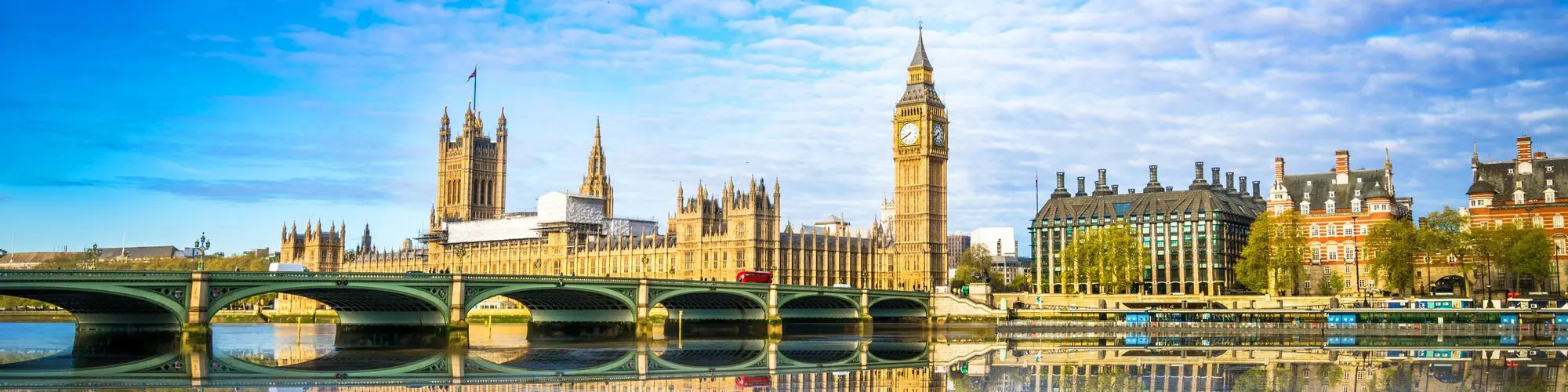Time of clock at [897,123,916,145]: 7:40
